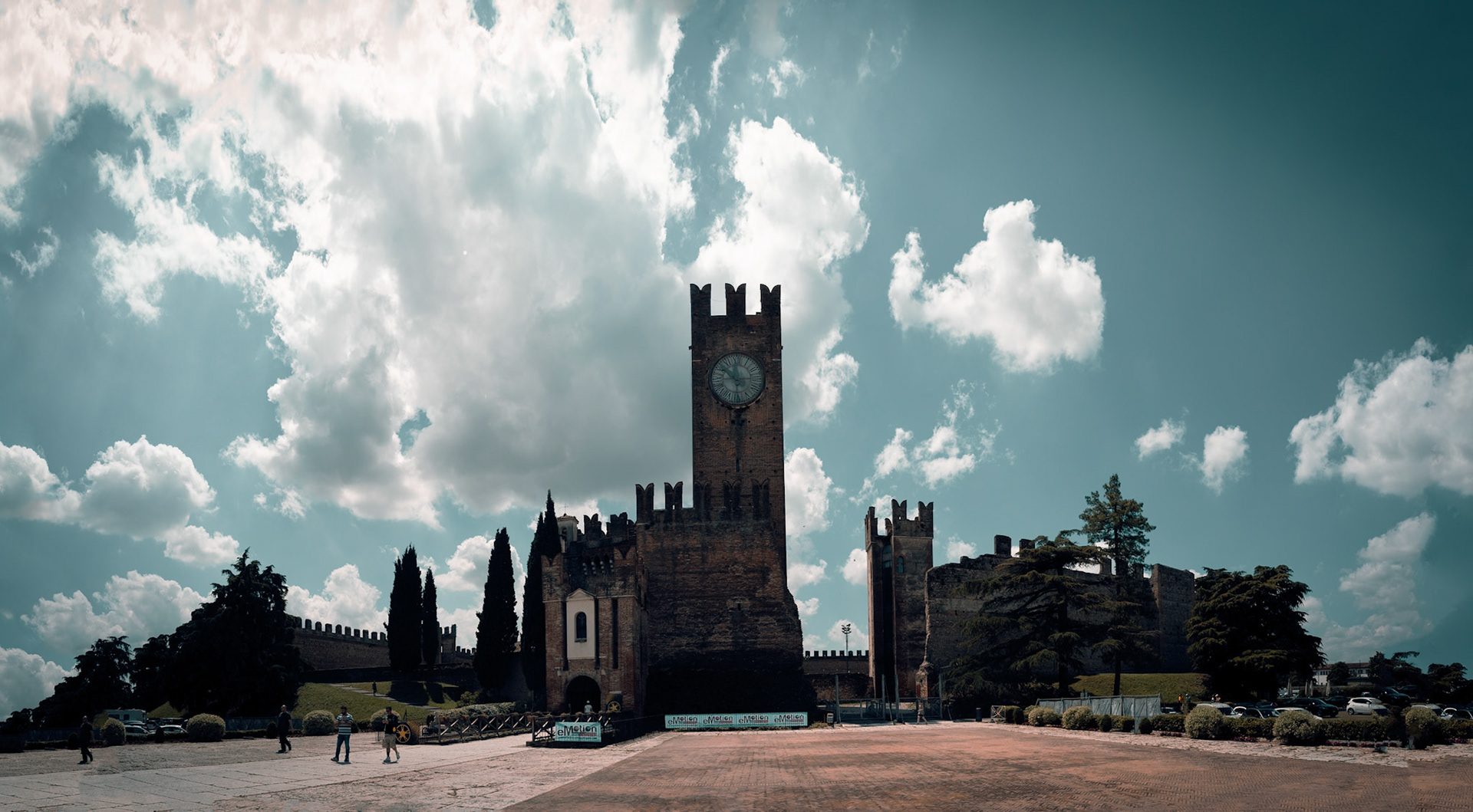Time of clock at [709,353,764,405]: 10:14
